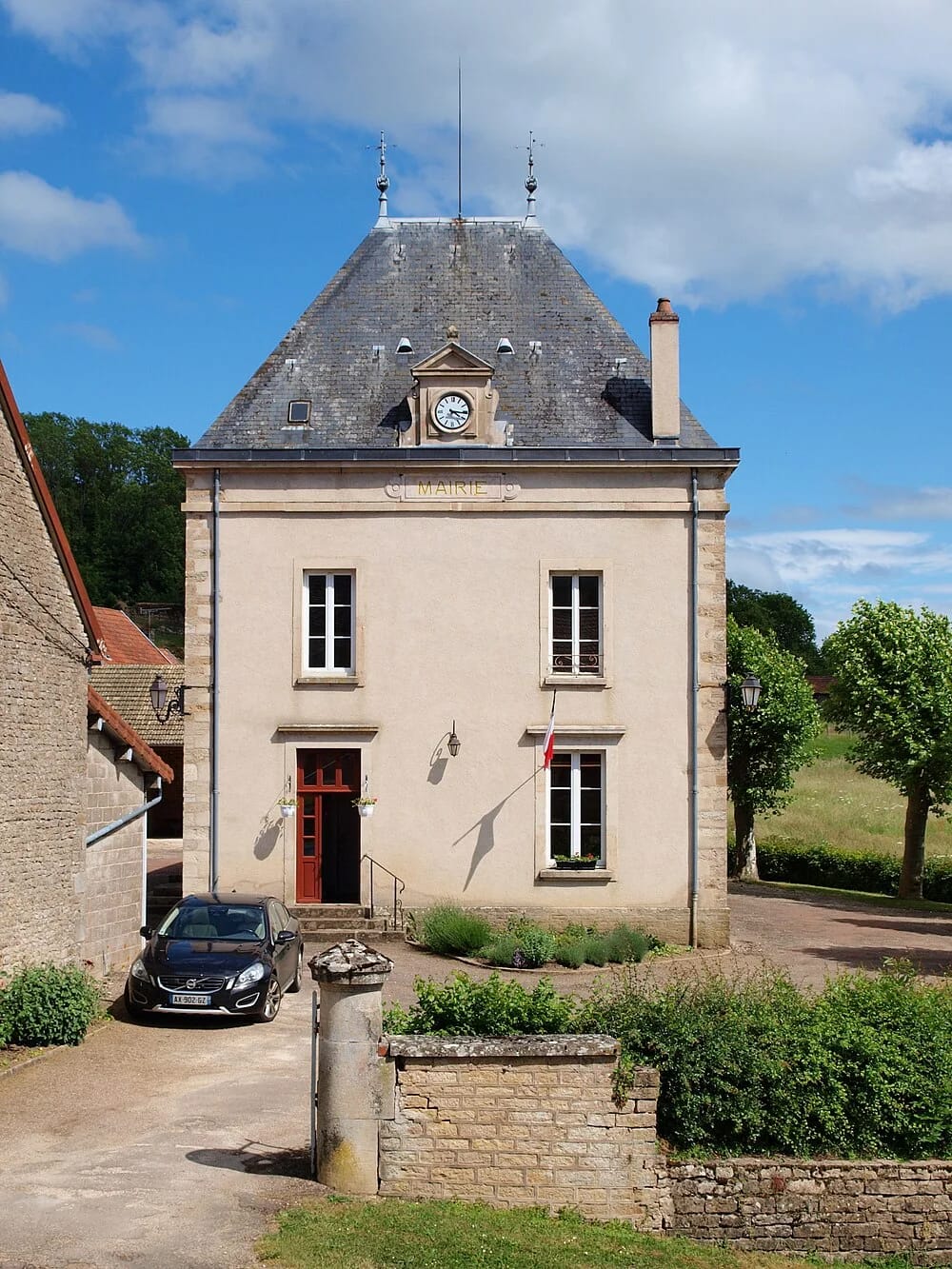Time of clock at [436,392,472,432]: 4:15
